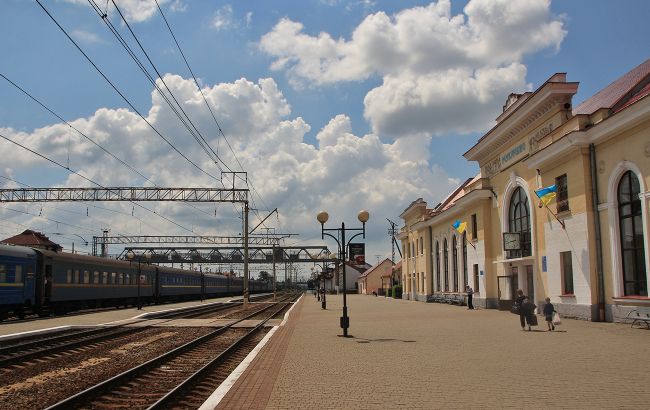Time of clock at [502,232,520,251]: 2:42
